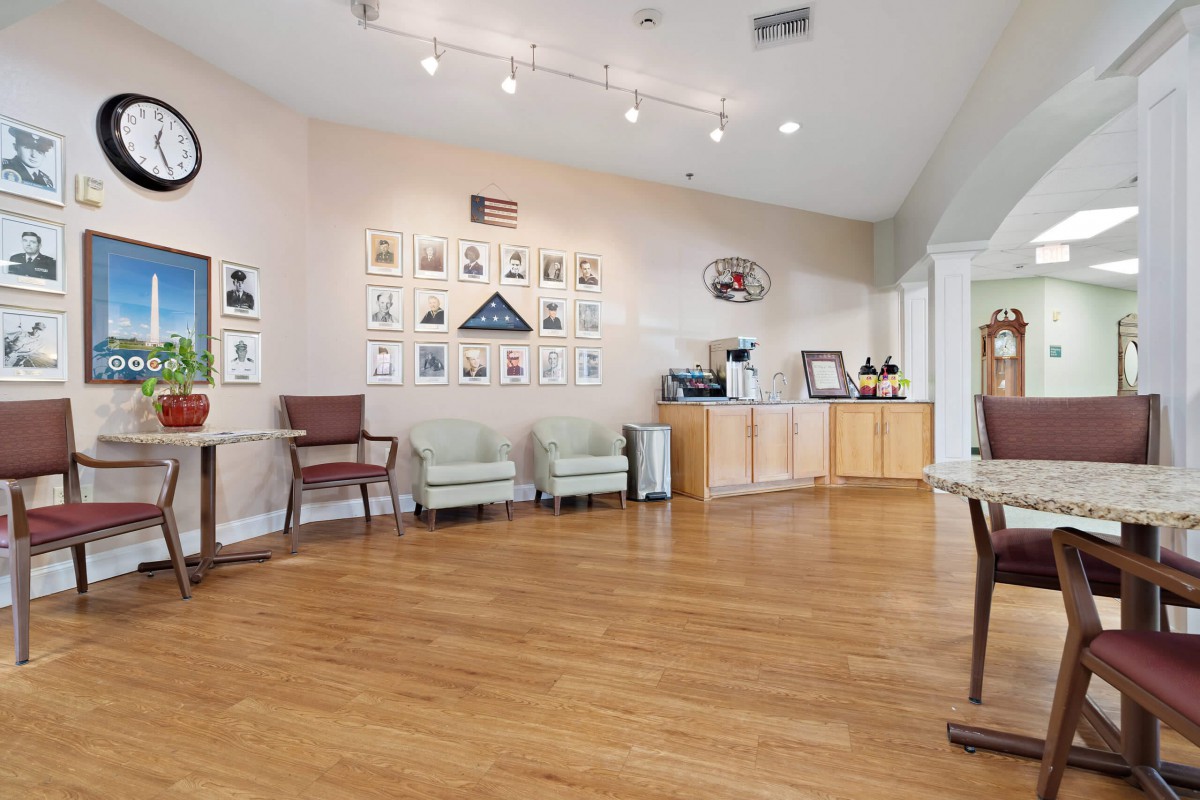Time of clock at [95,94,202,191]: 12:25
